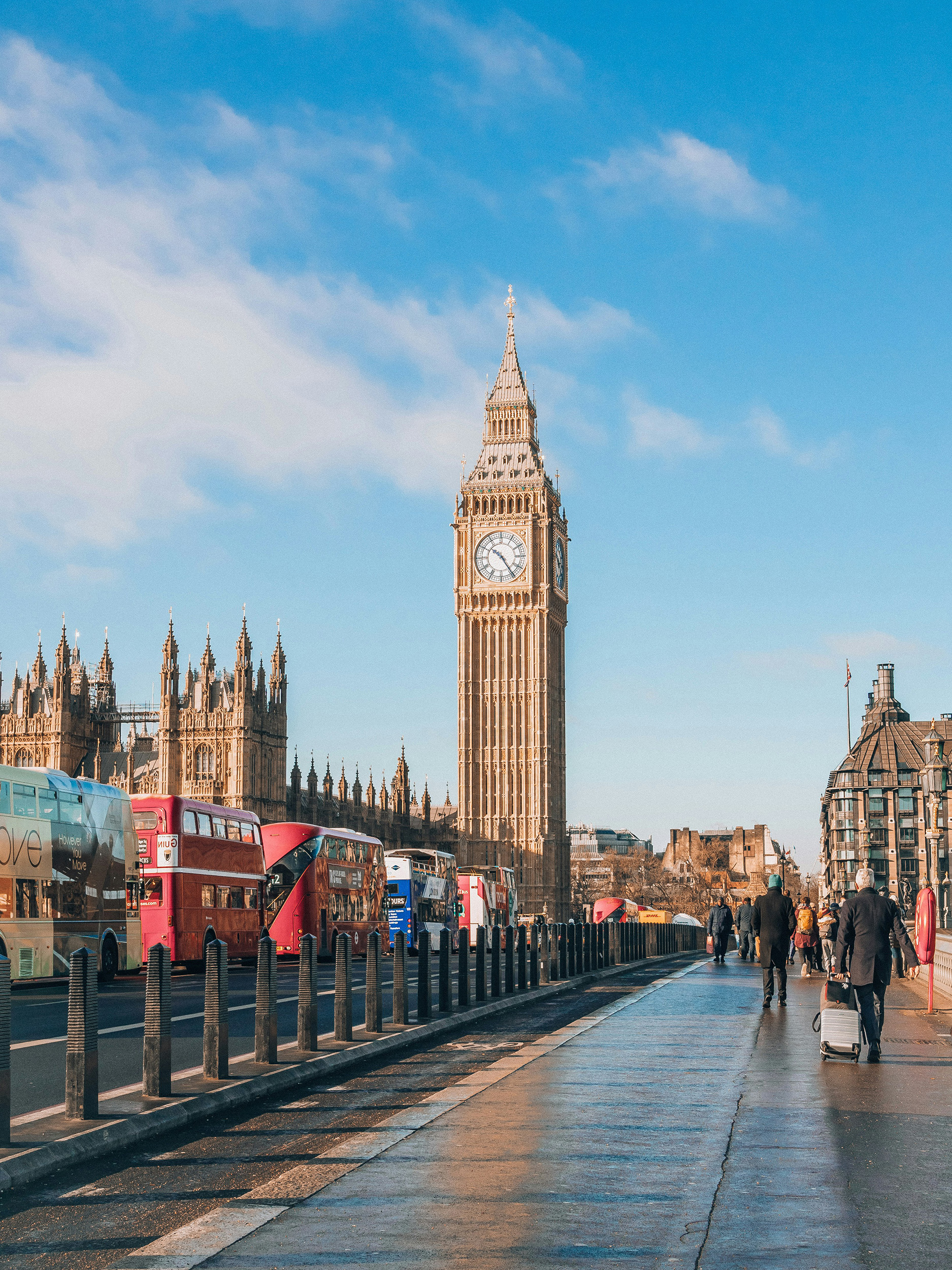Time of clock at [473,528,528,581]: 10:24
